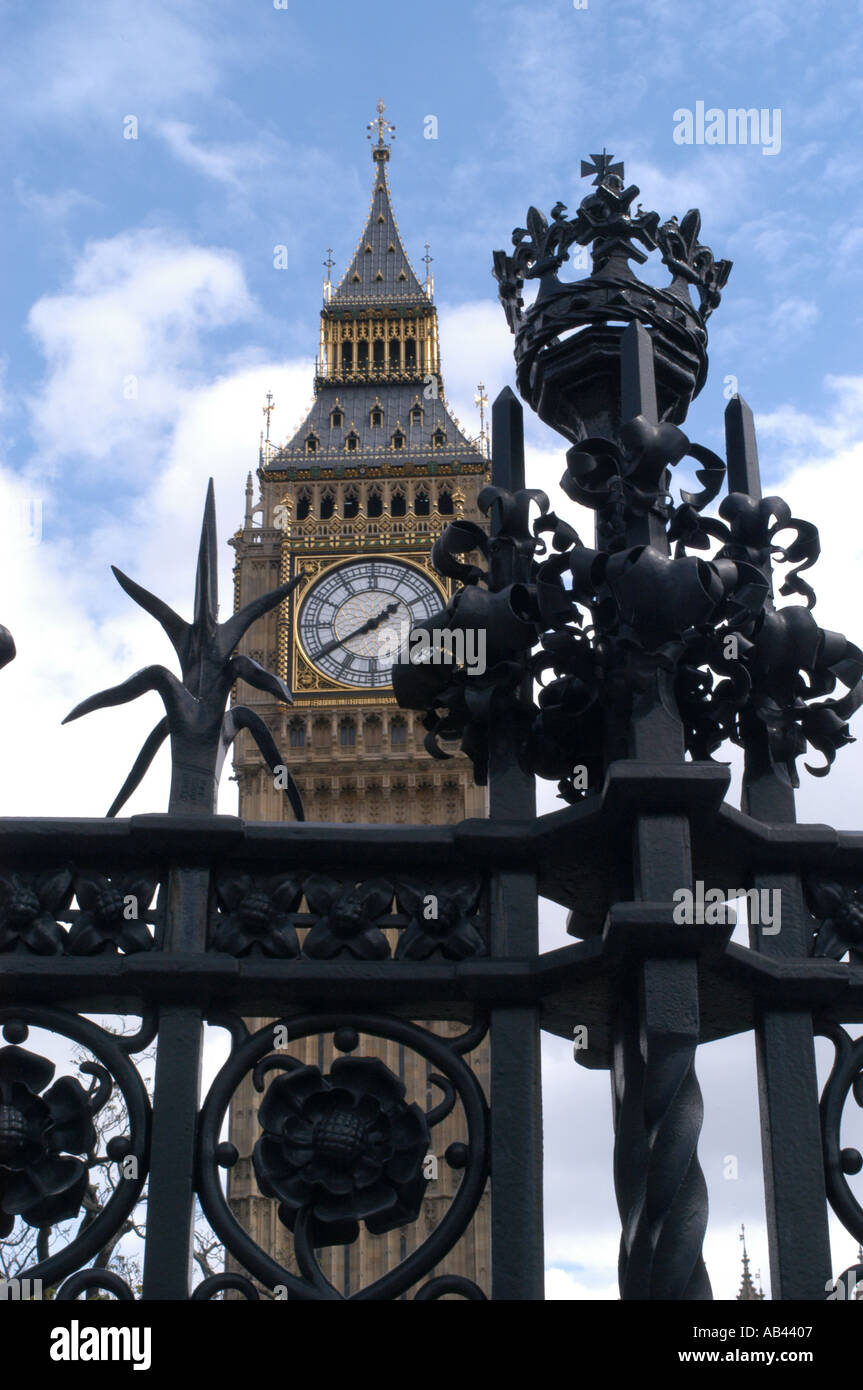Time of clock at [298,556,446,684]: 1:39
